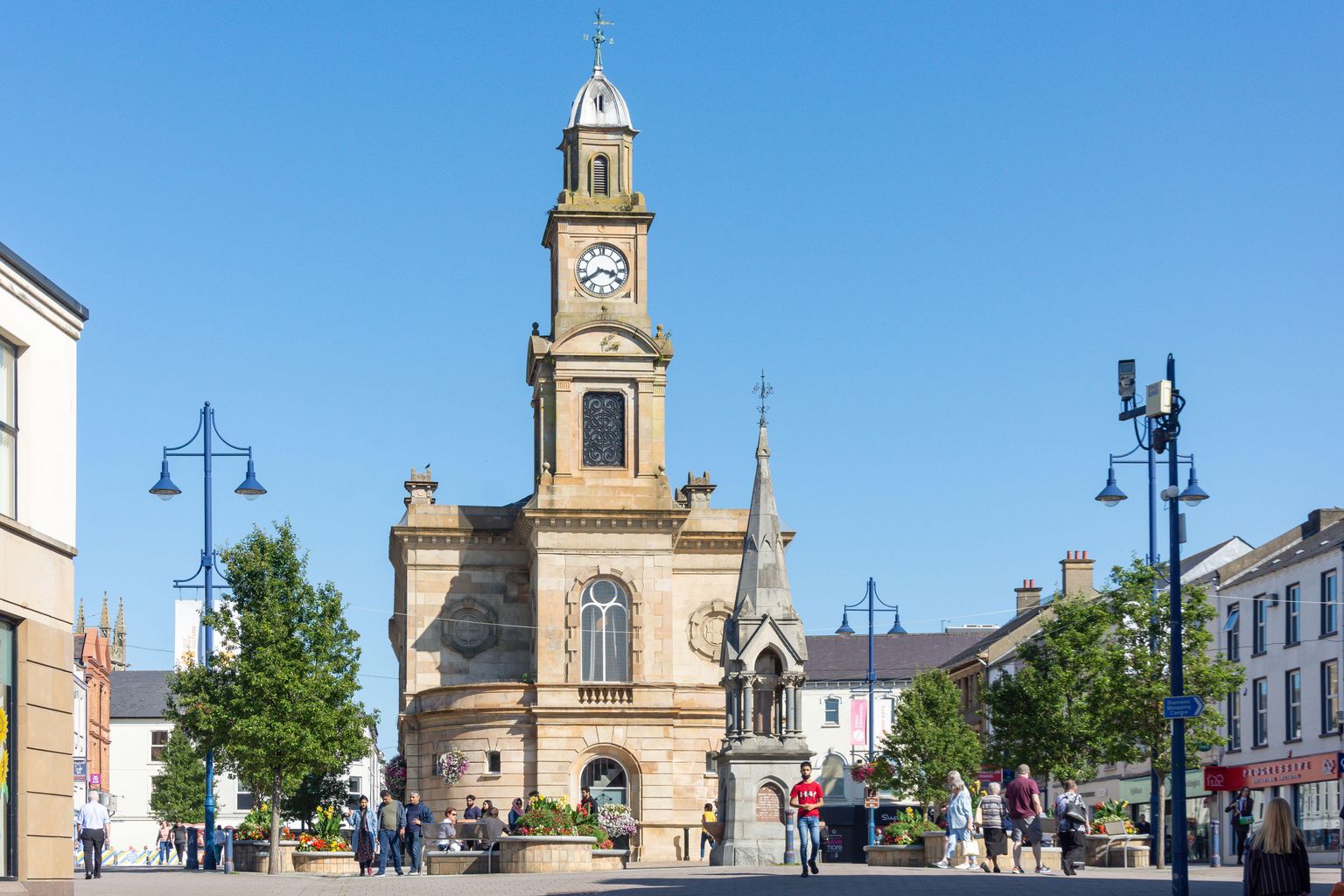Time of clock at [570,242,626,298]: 3:39
